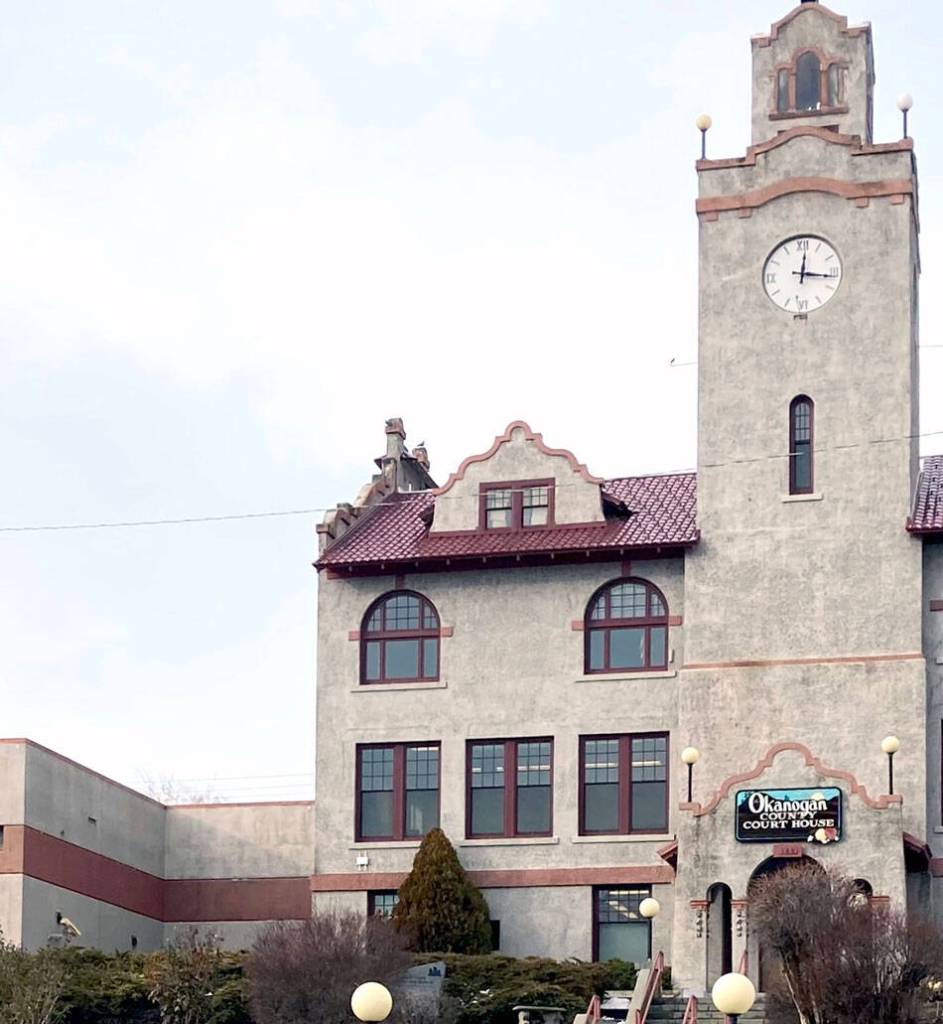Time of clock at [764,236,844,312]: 12:16
